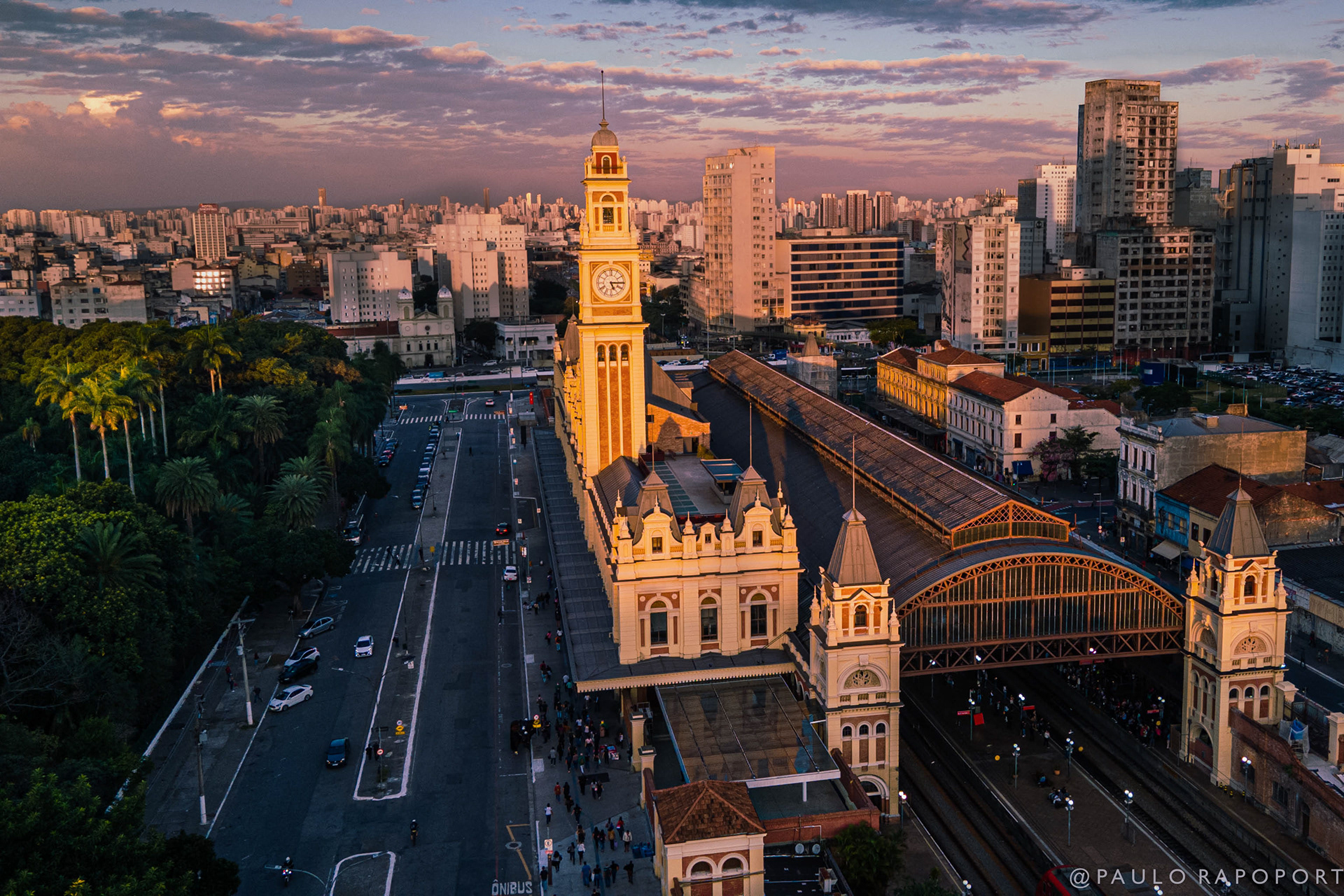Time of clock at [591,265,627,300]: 5:15
